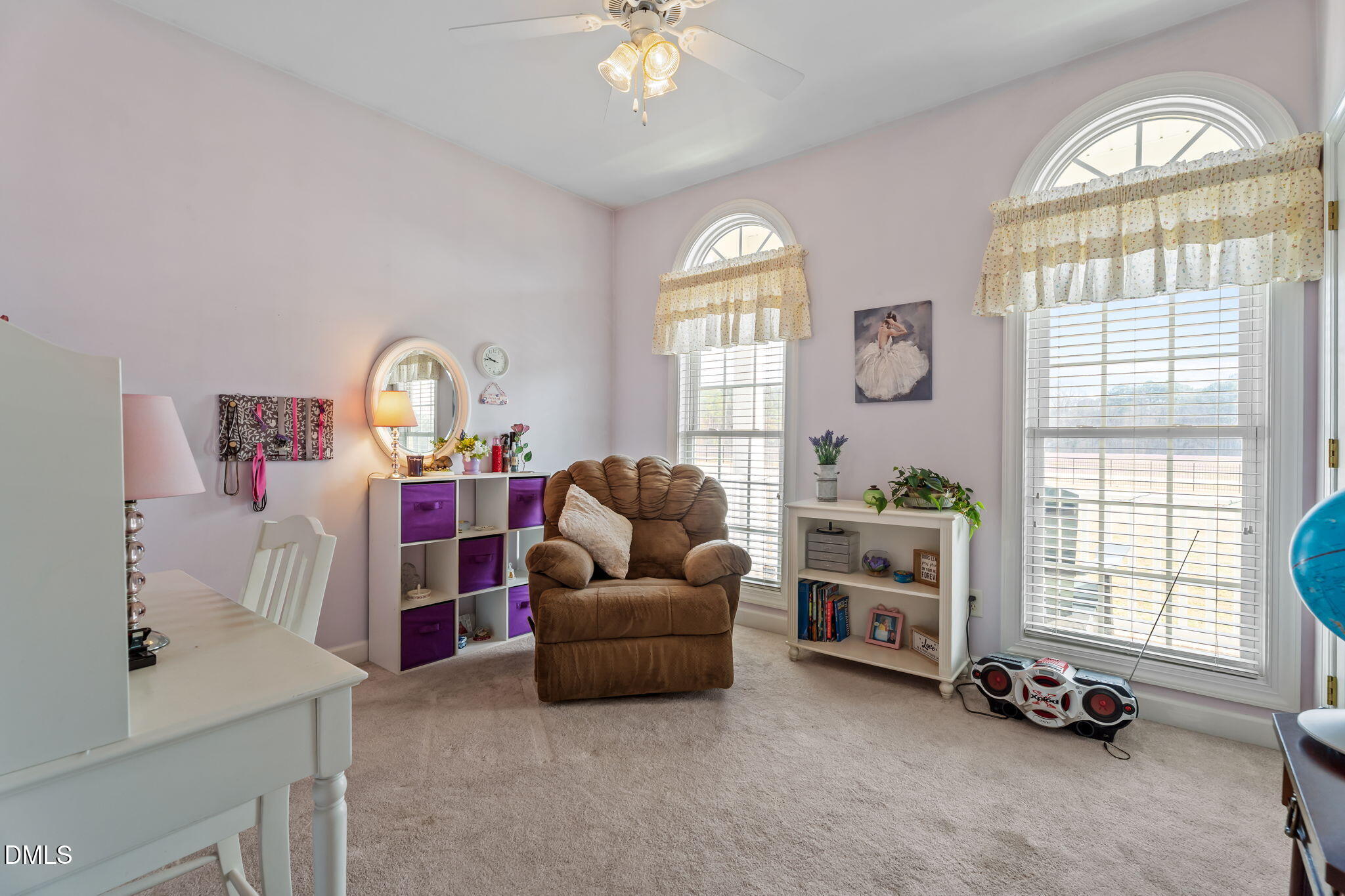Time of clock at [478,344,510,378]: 9:45
